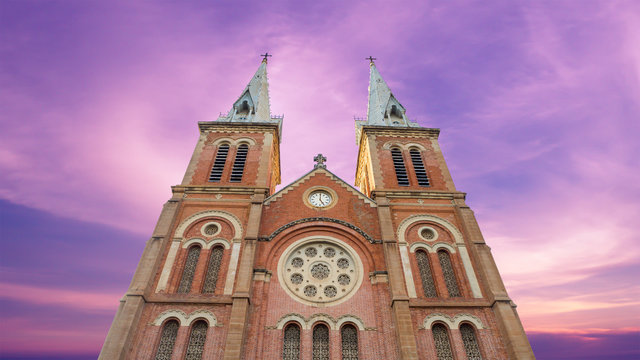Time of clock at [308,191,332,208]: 5:00
